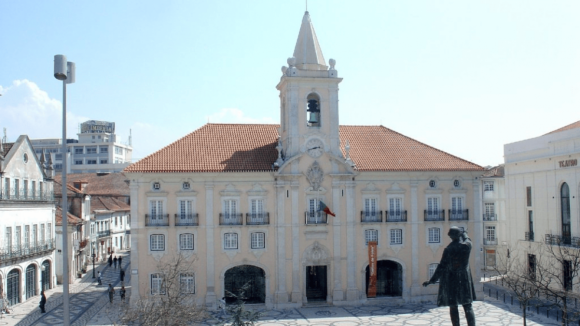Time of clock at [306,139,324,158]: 2:42
